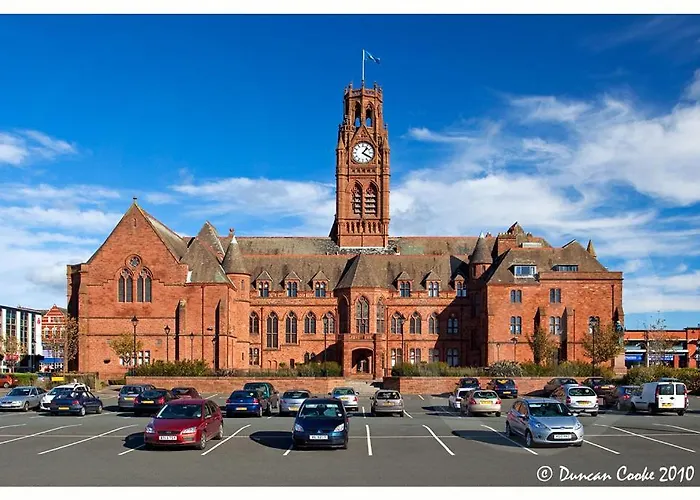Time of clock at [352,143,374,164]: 1:20
